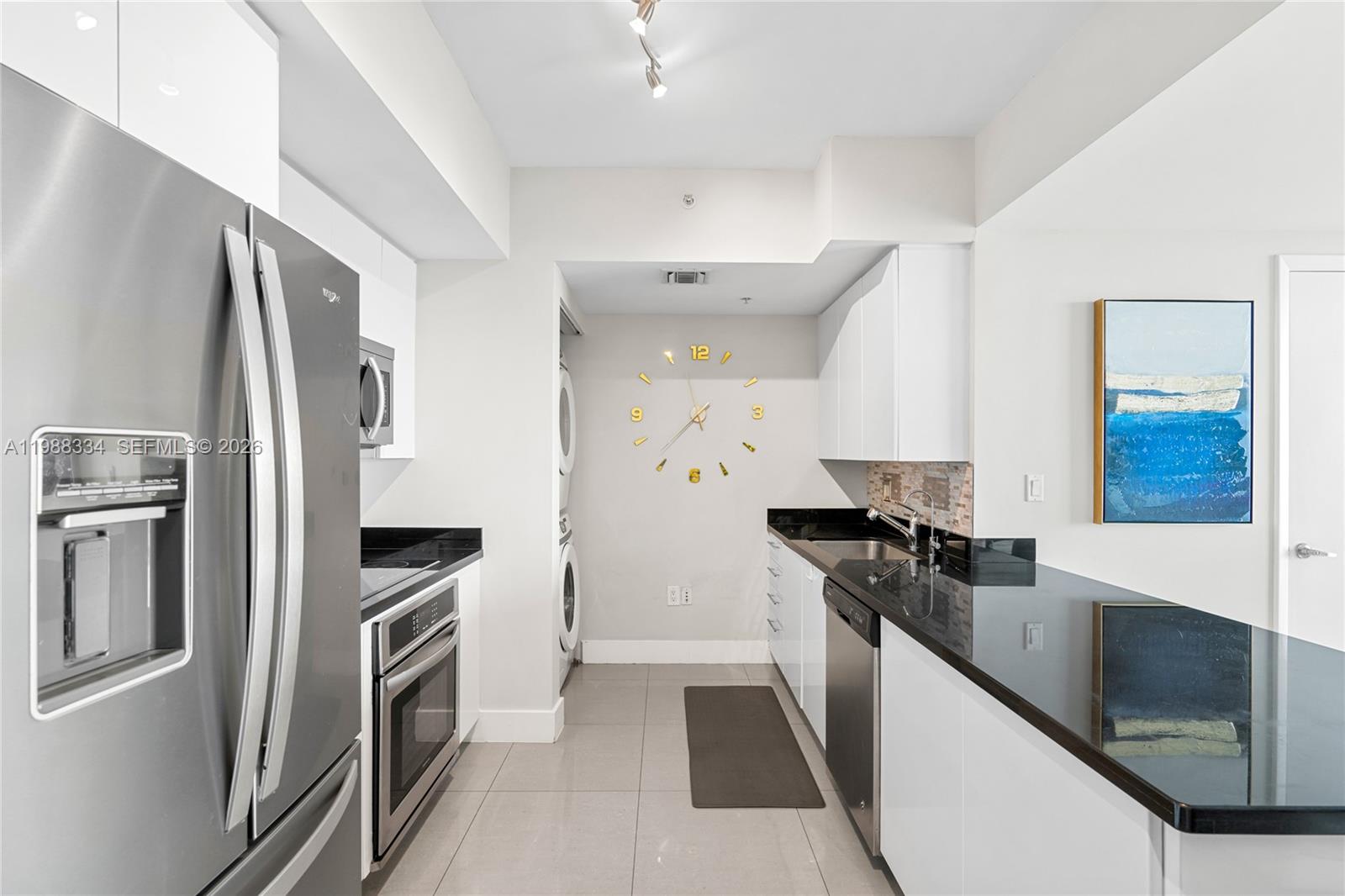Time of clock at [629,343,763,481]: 11:36
